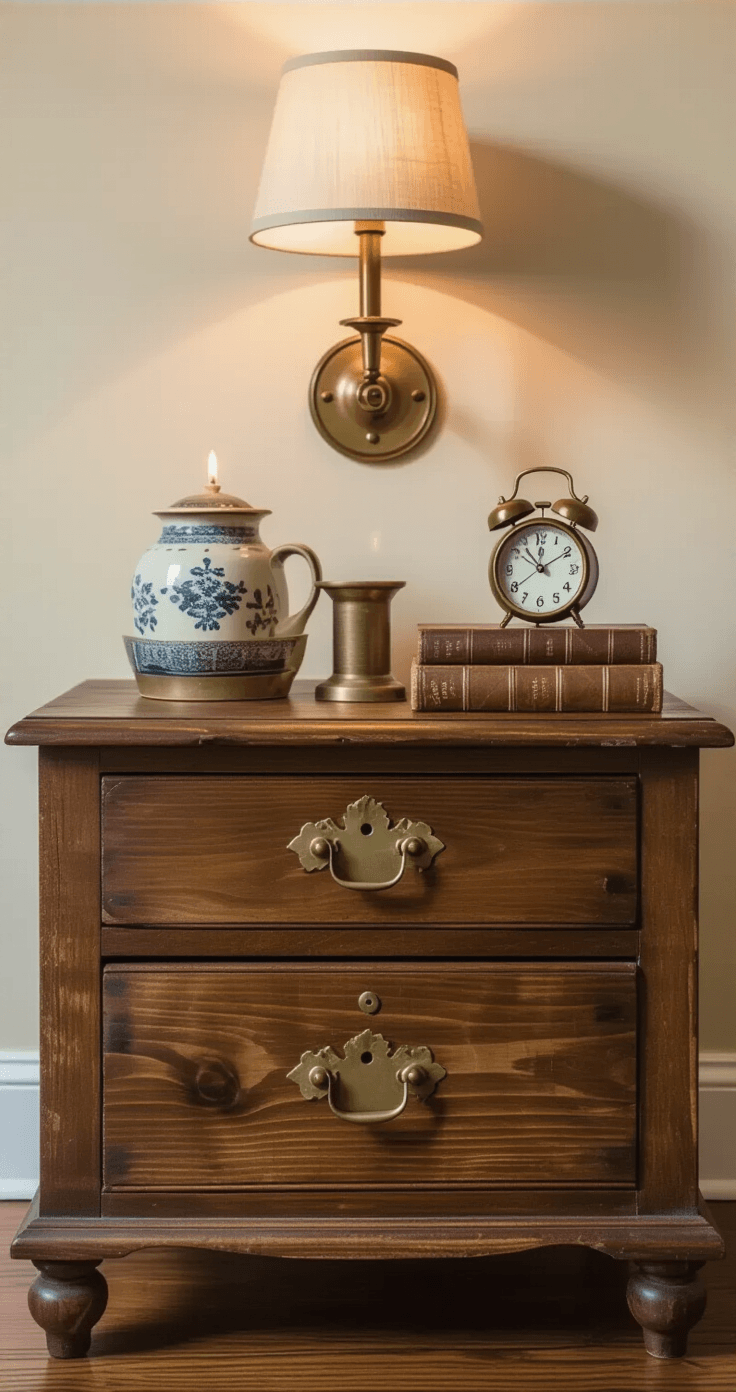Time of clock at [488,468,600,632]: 11:52
